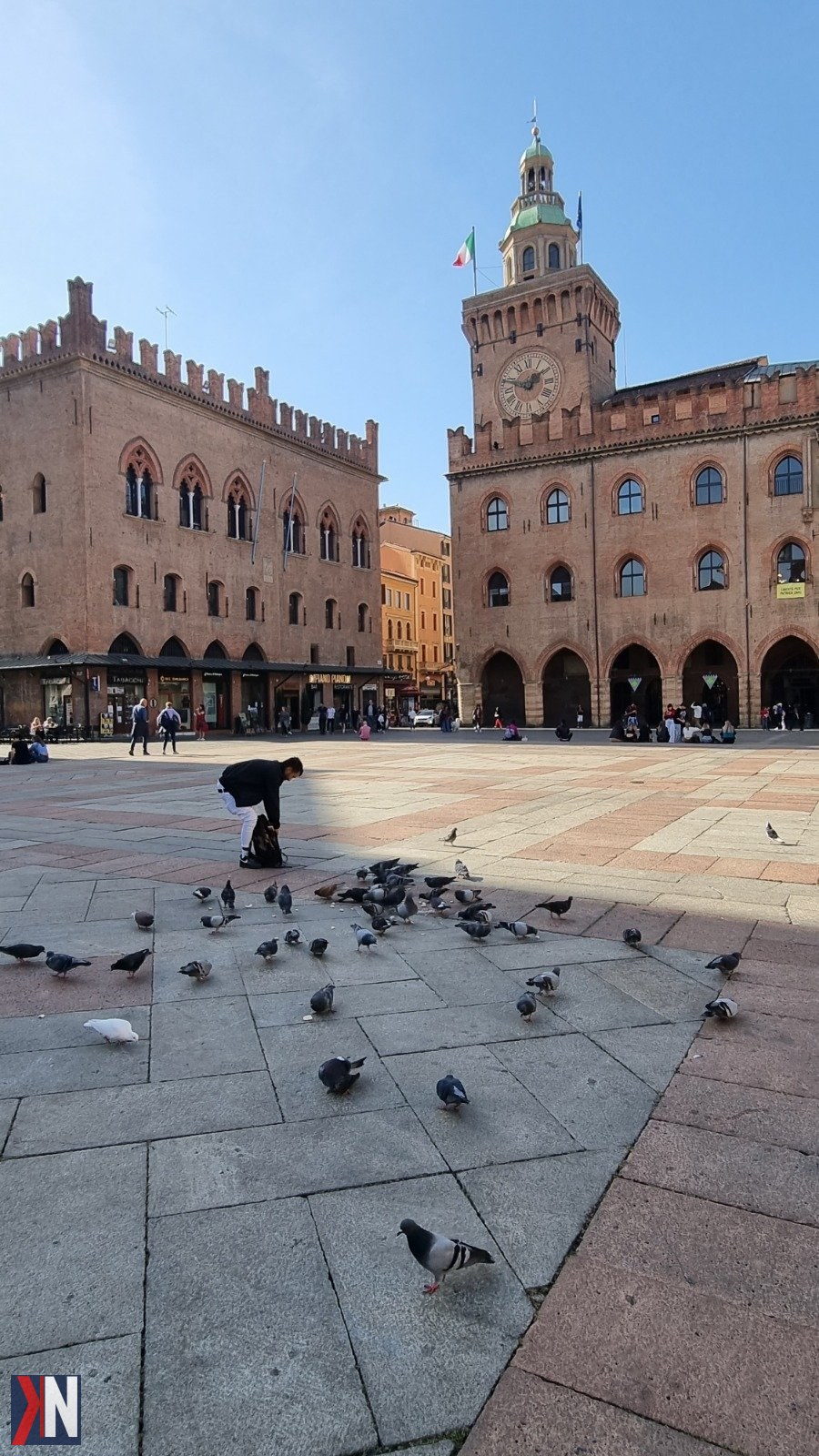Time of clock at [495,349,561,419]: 12:48
